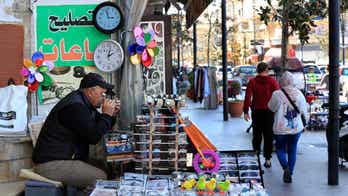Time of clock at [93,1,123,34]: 2:57
